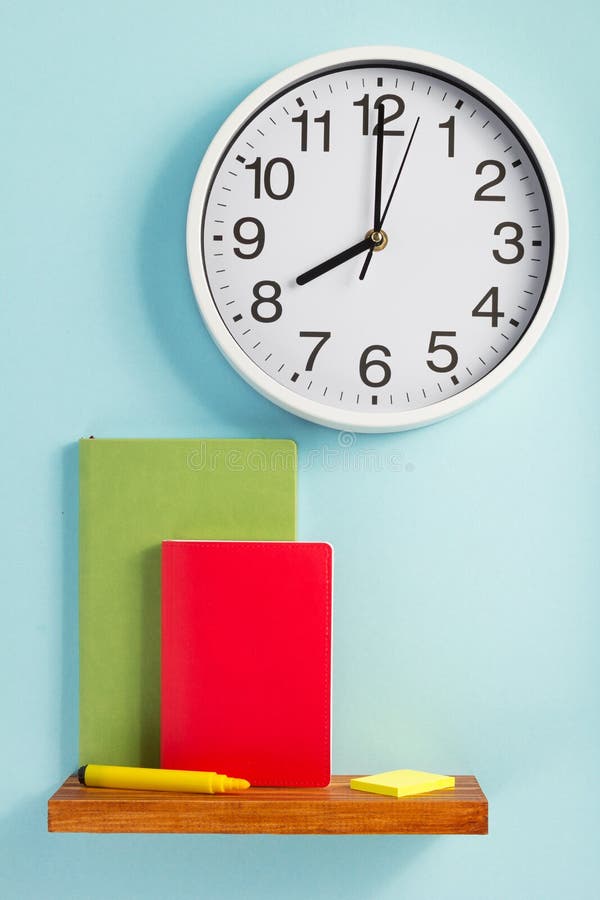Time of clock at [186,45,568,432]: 8:00
